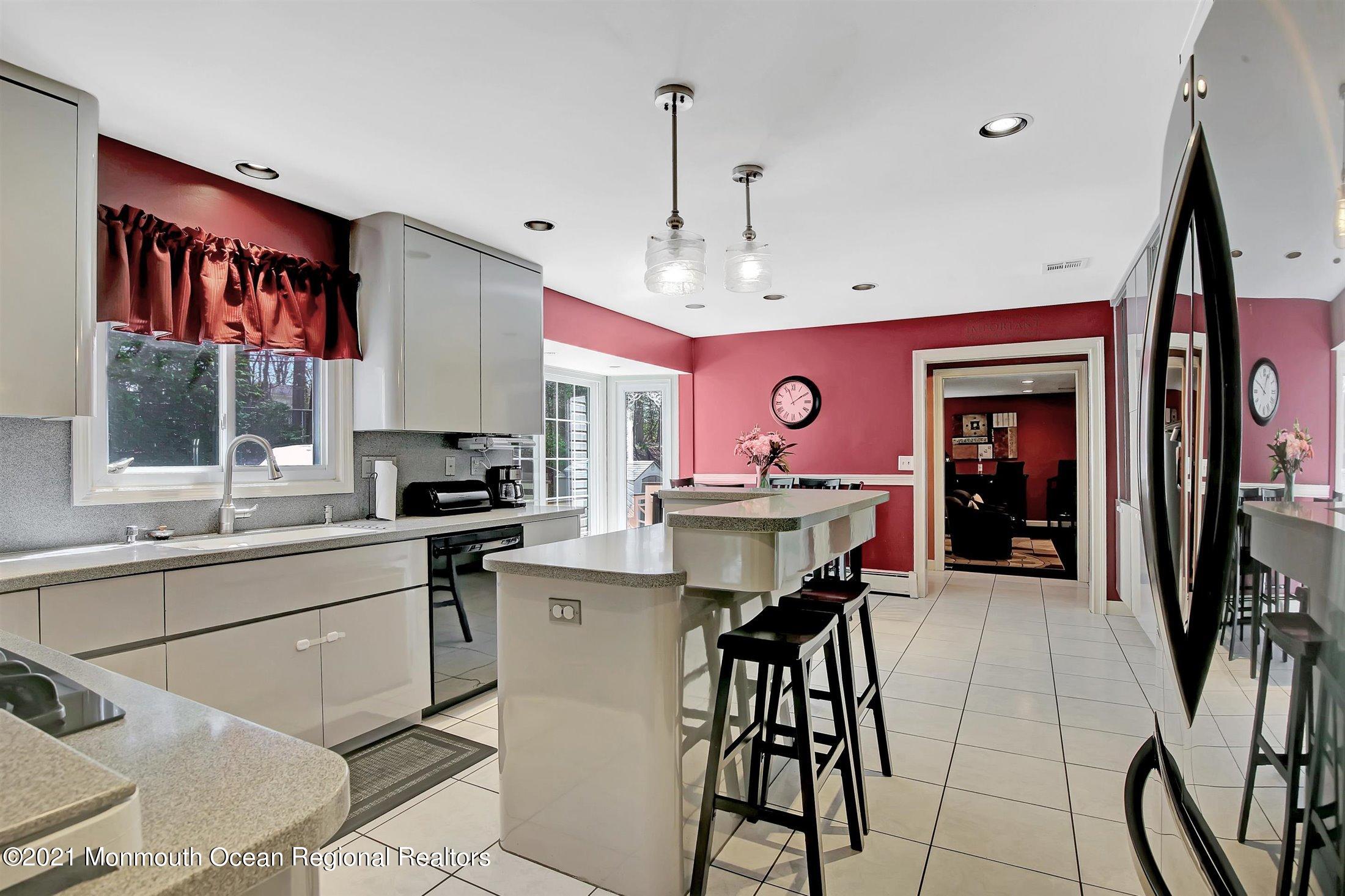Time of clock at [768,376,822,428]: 1:56
